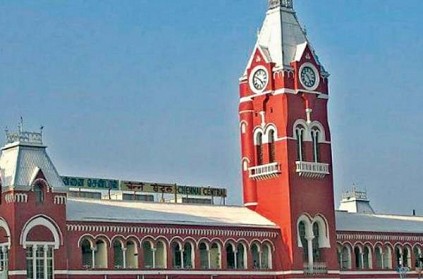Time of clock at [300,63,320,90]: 10:25
